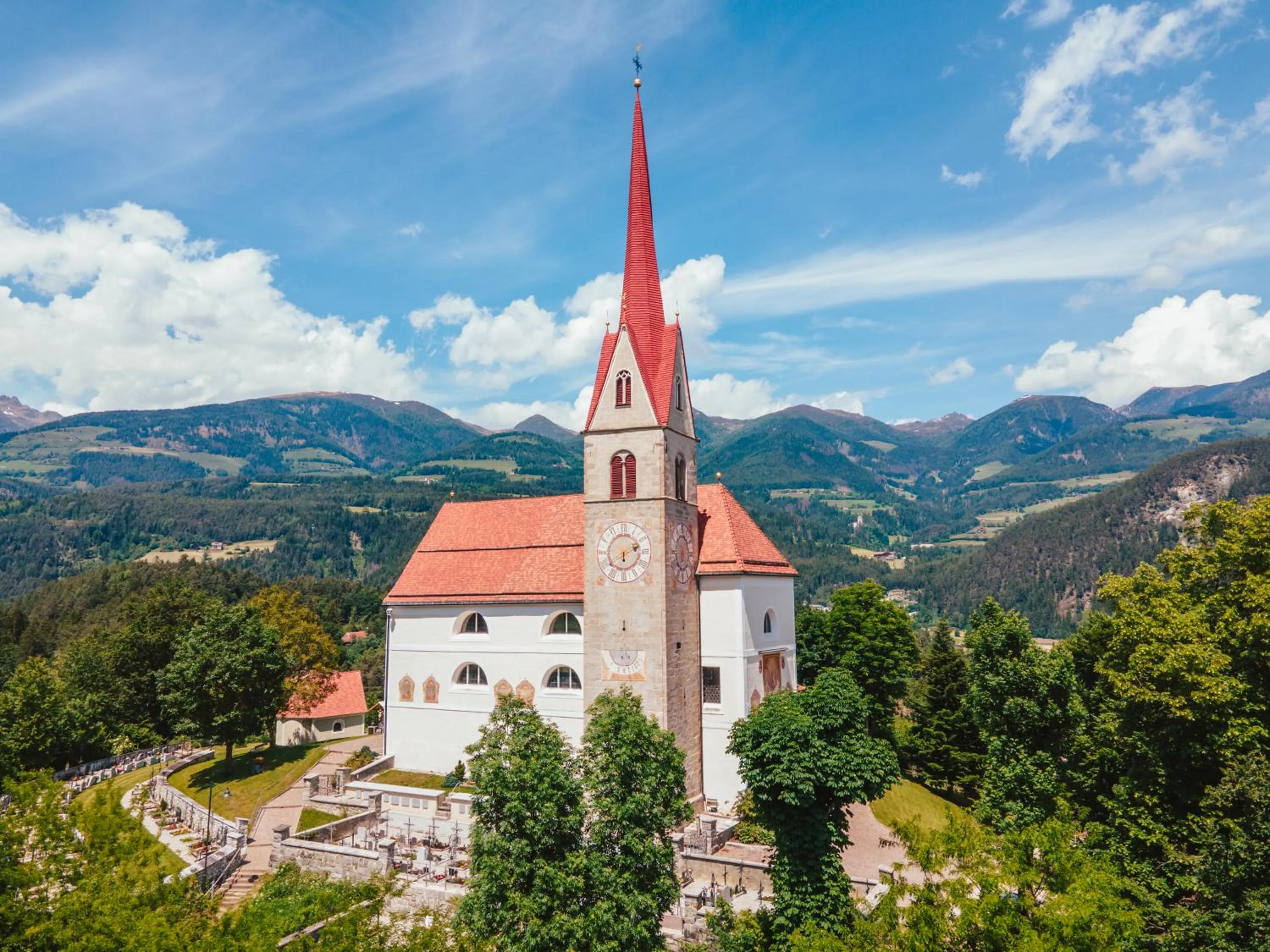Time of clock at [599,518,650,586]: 6:11
